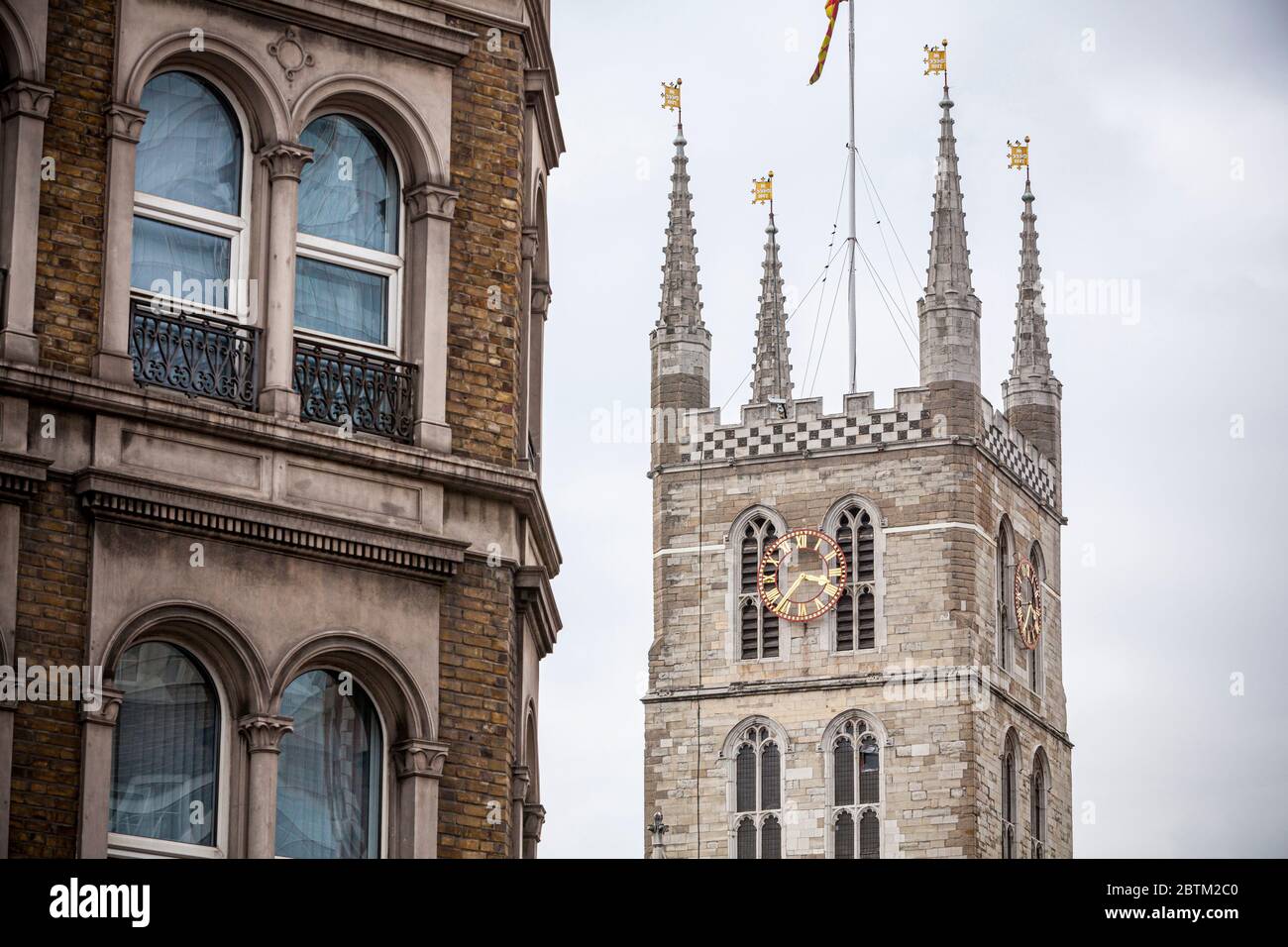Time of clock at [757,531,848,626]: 3:37
